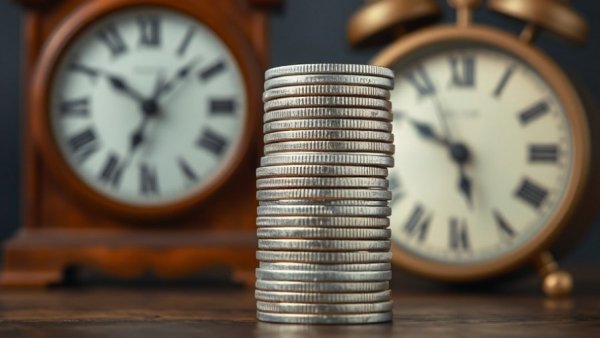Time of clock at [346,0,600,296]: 5:49
